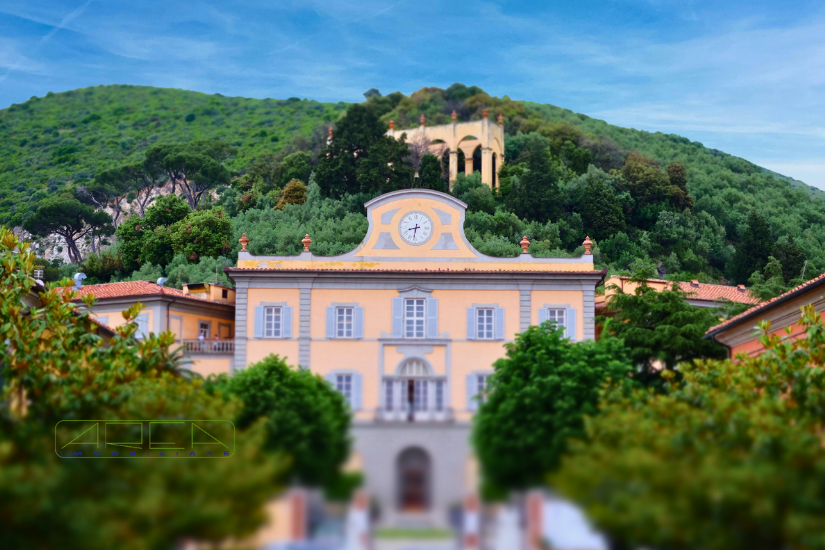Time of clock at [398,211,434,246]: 8:31
